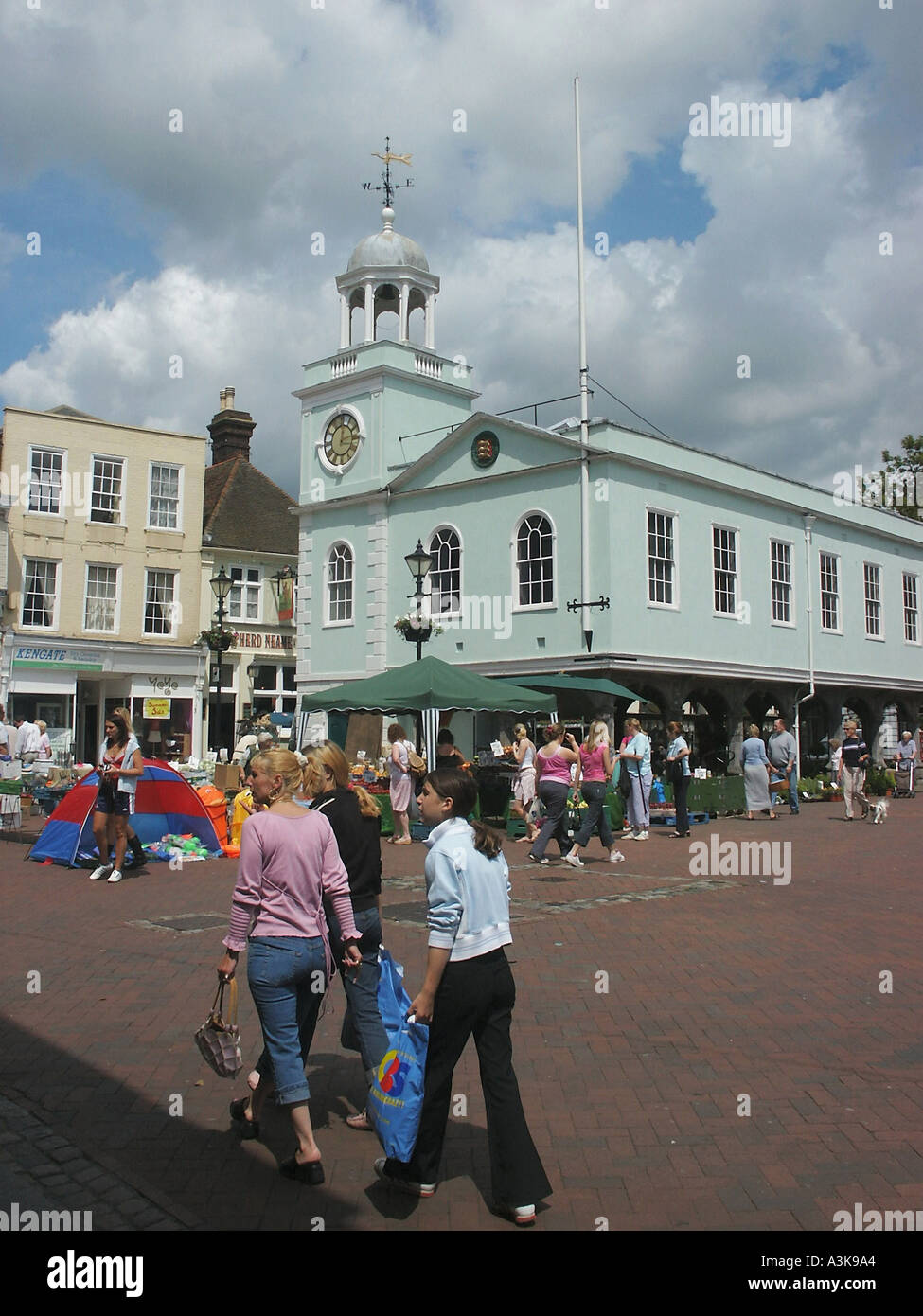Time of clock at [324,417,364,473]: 12:13
